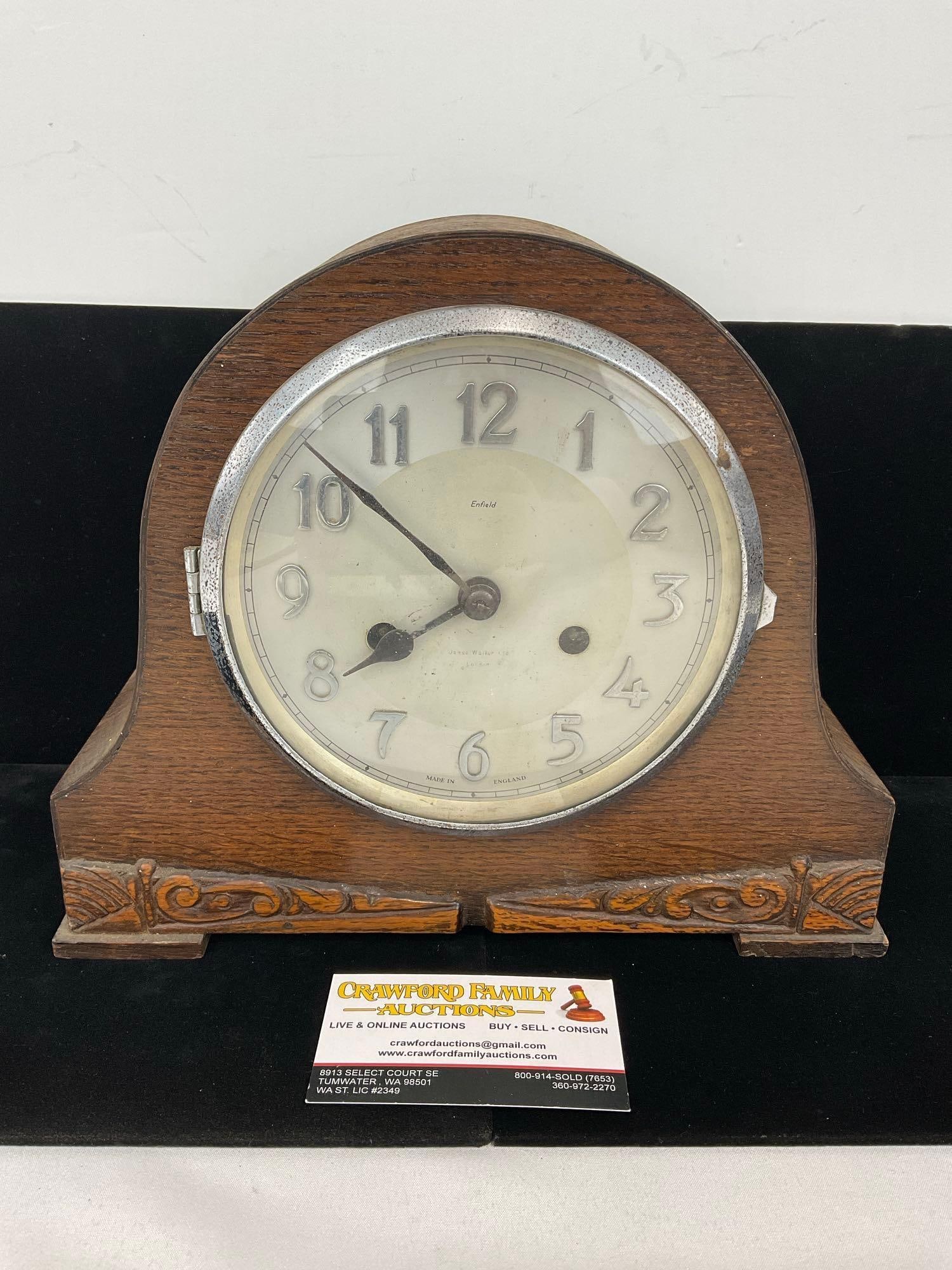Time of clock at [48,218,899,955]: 7:51
